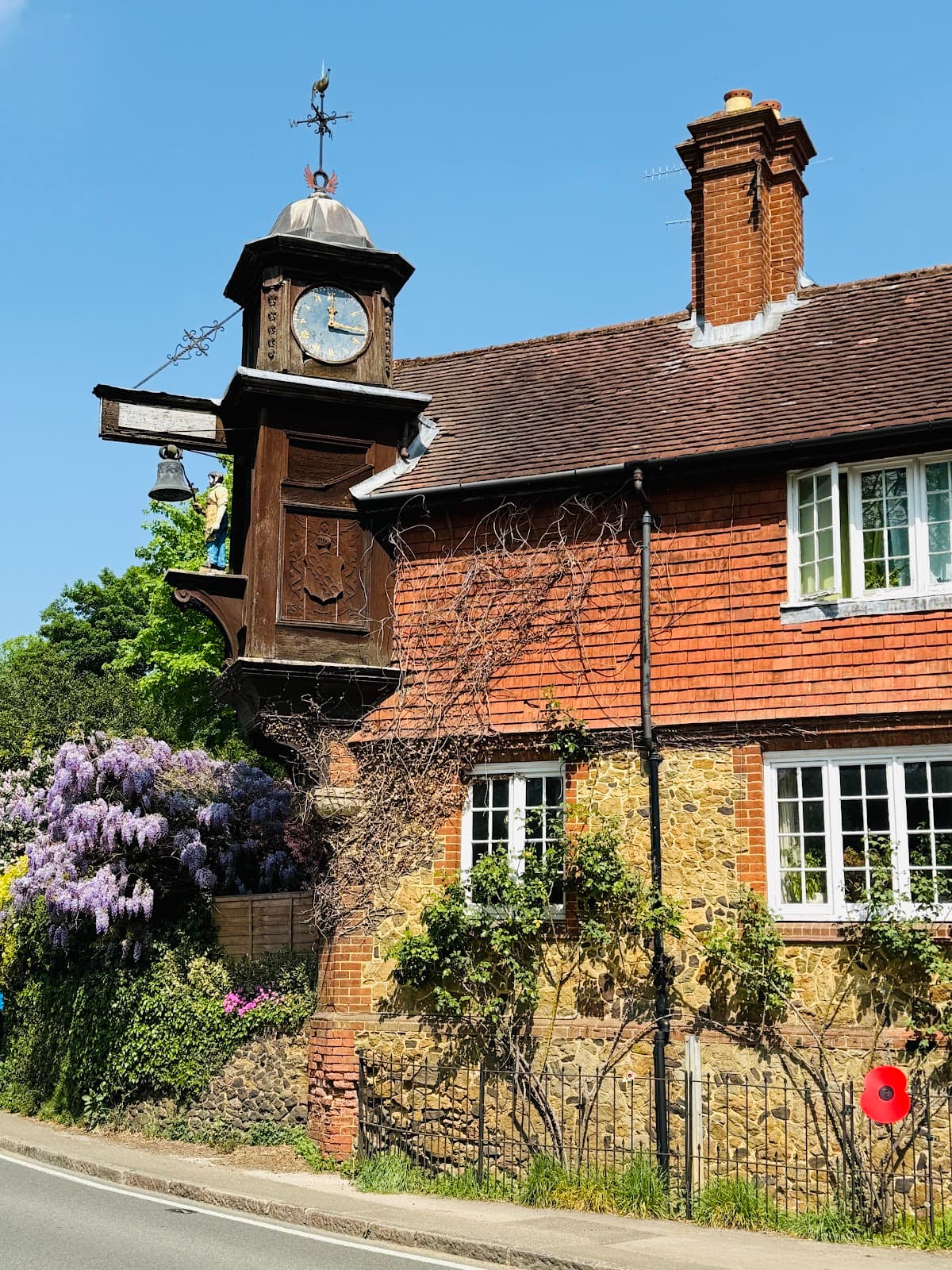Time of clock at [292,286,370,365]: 12:16
